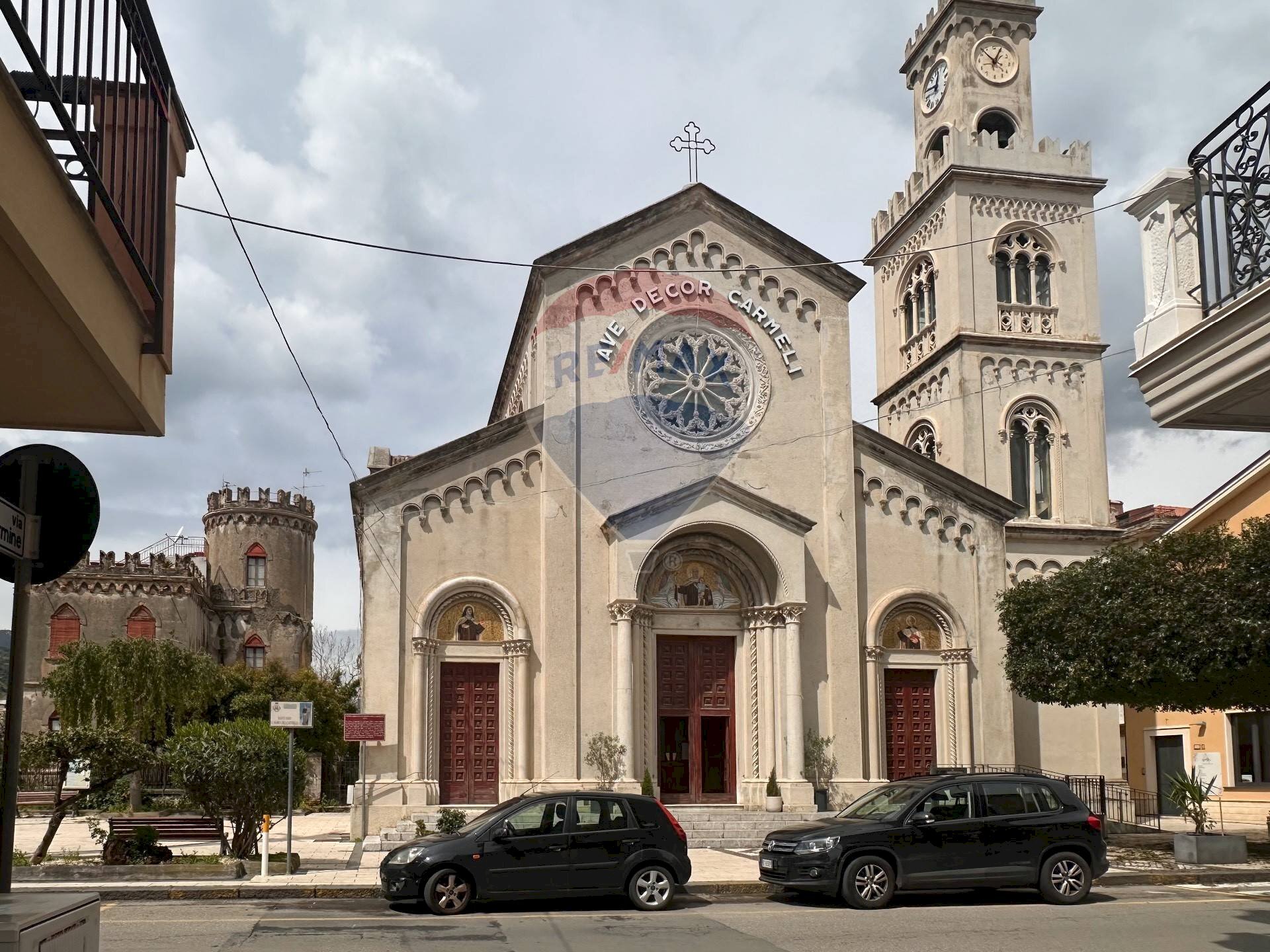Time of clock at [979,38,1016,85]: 12:52
